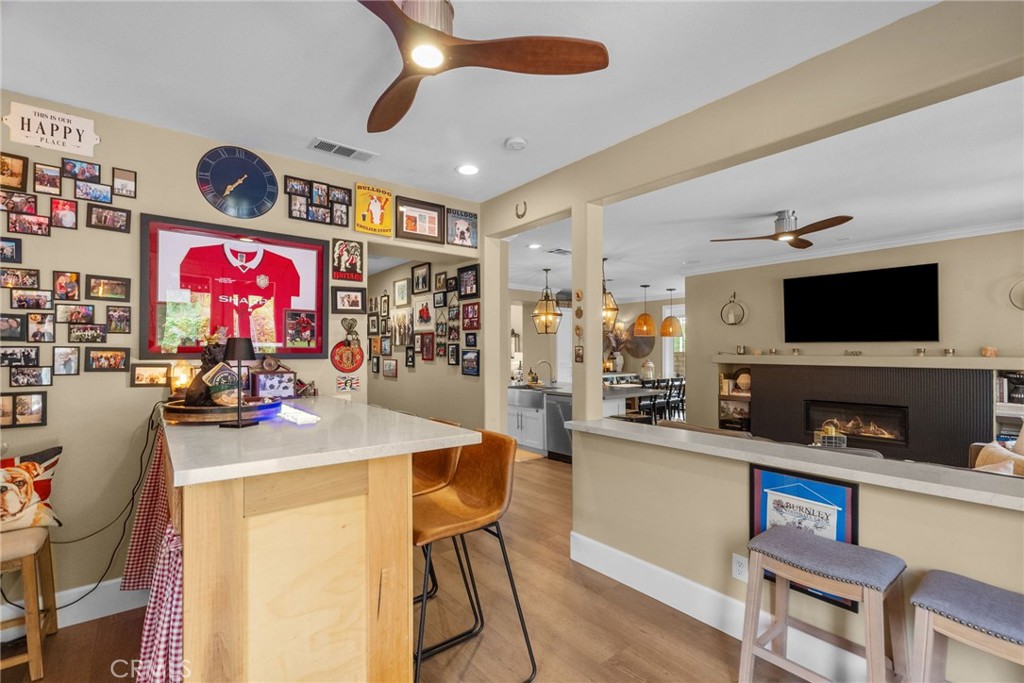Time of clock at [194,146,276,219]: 7:36
